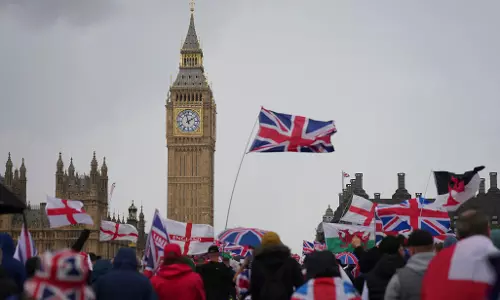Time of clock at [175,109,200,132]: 1:57
